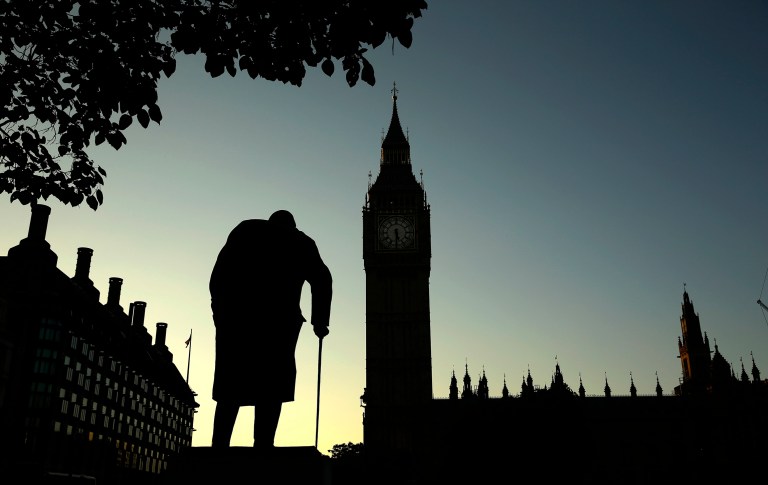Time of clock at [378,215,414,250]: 5:30
